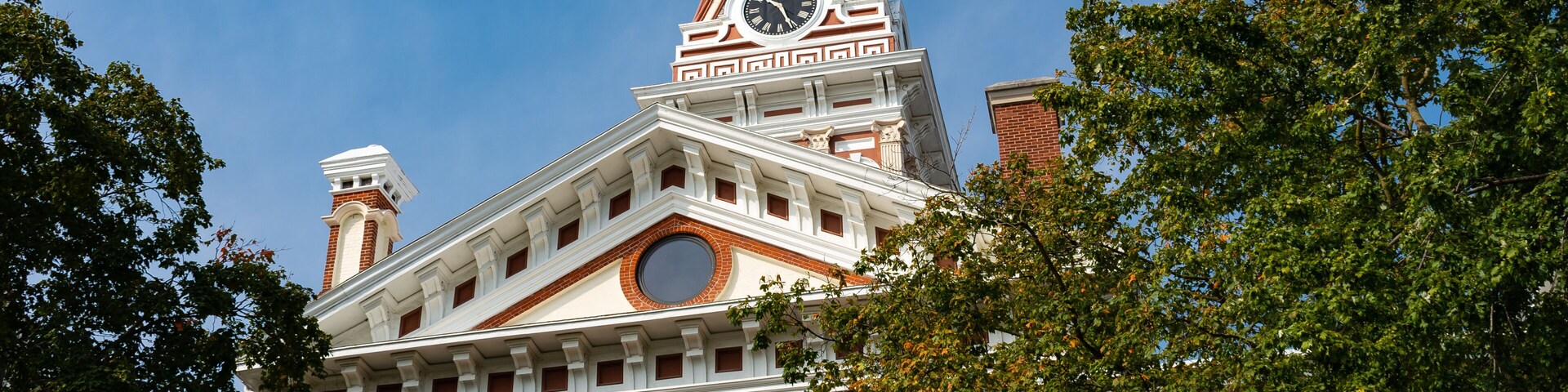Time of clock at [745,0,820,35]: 10:25
